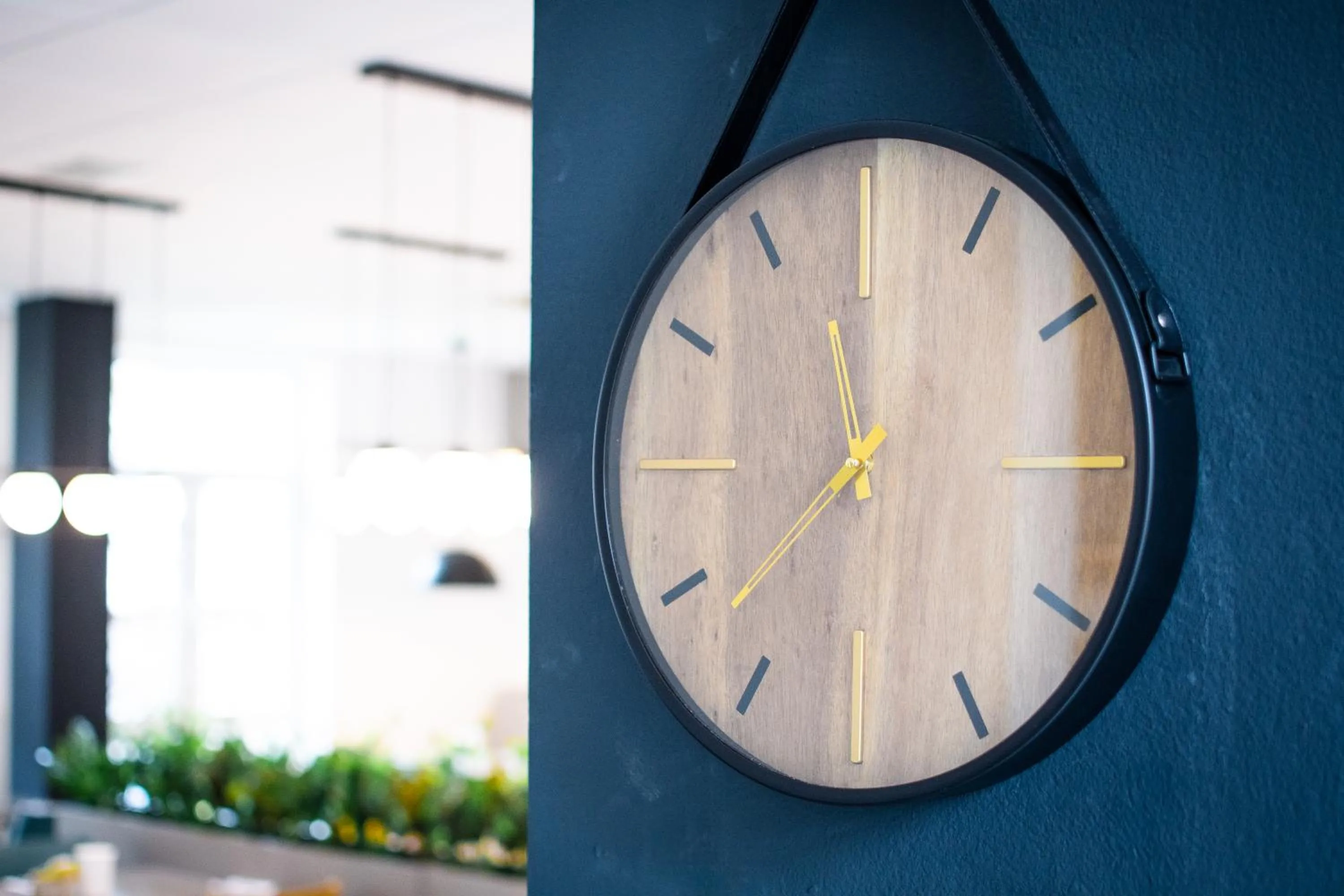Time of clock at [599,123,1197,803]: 11:38
